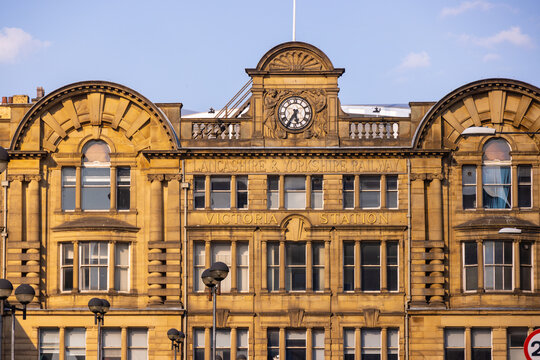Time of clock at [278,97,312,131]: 5:35
